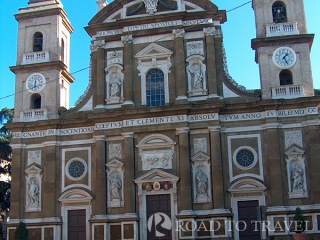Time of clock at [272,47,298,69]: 1:26
